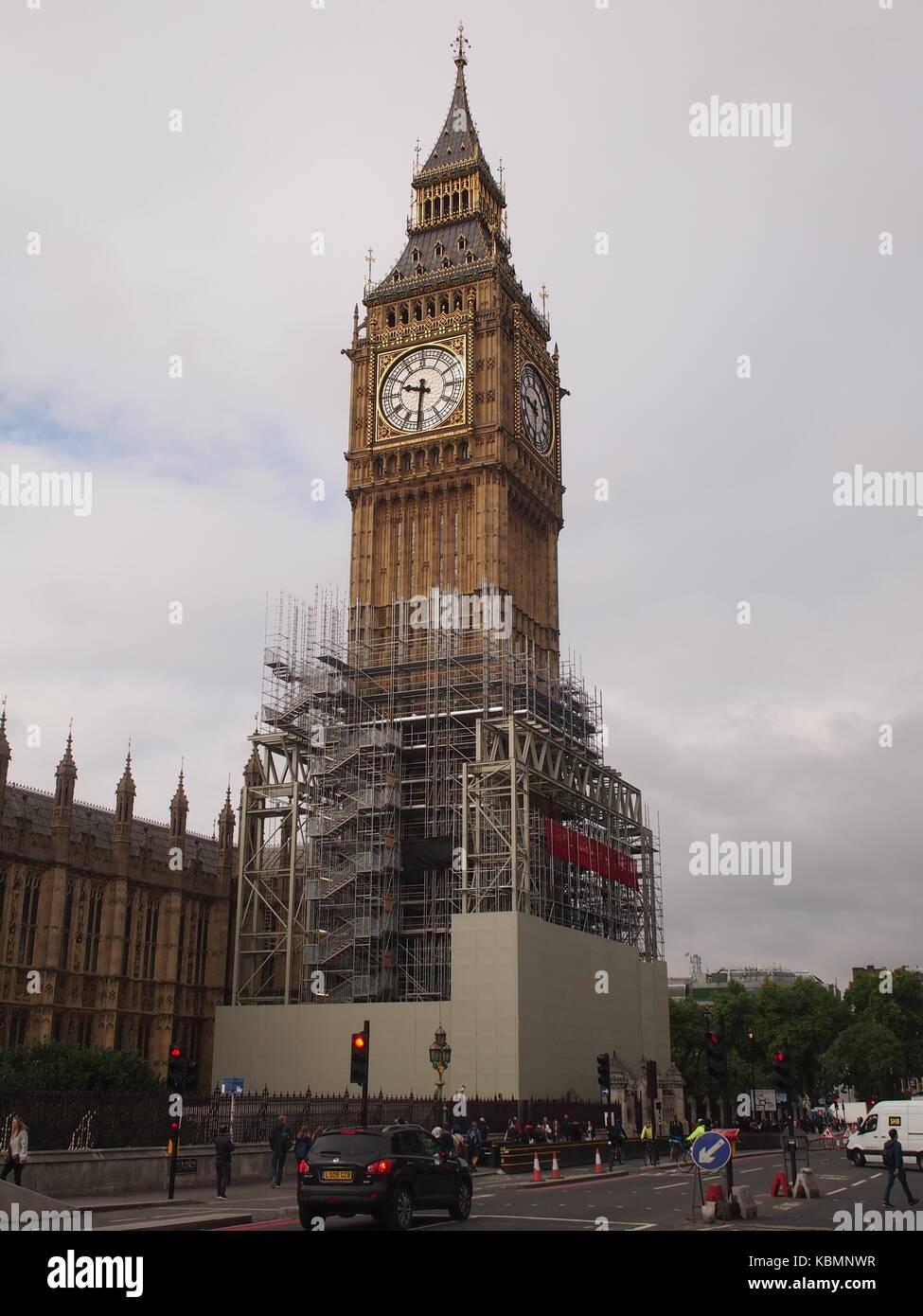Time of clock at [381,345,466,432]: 9:31
